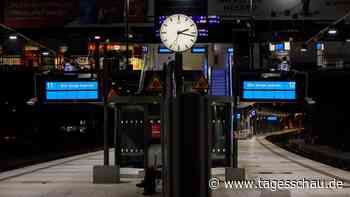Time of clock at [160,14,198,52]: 2:17
